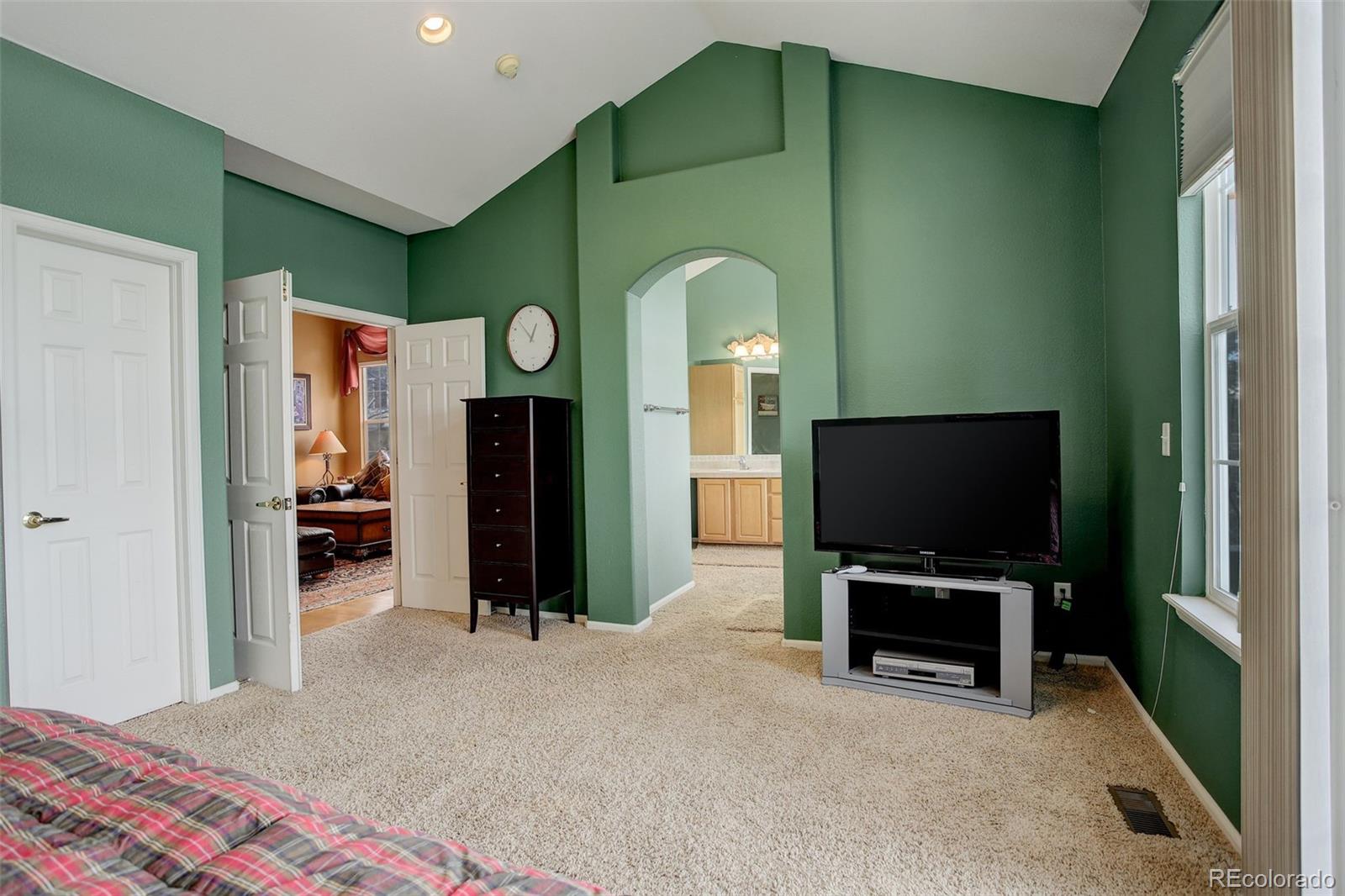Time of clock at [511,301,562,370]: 12:53
